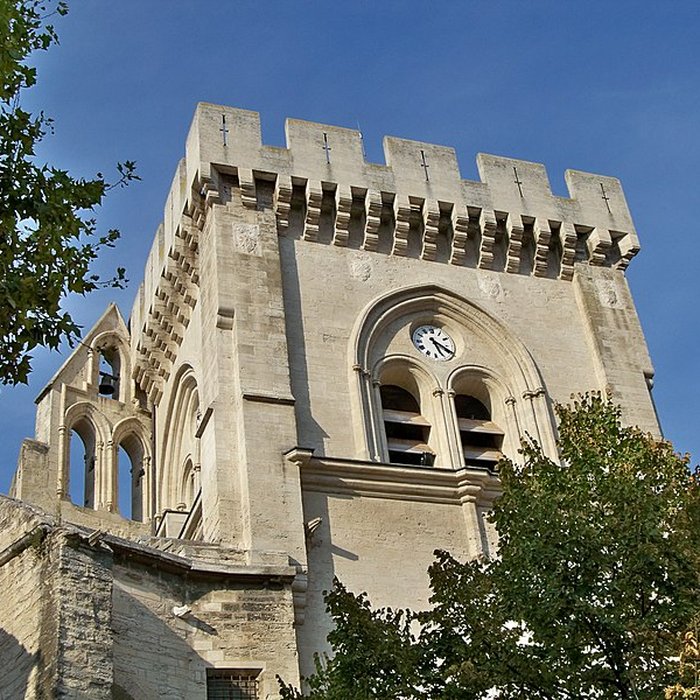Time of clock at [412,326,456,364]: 5:19
